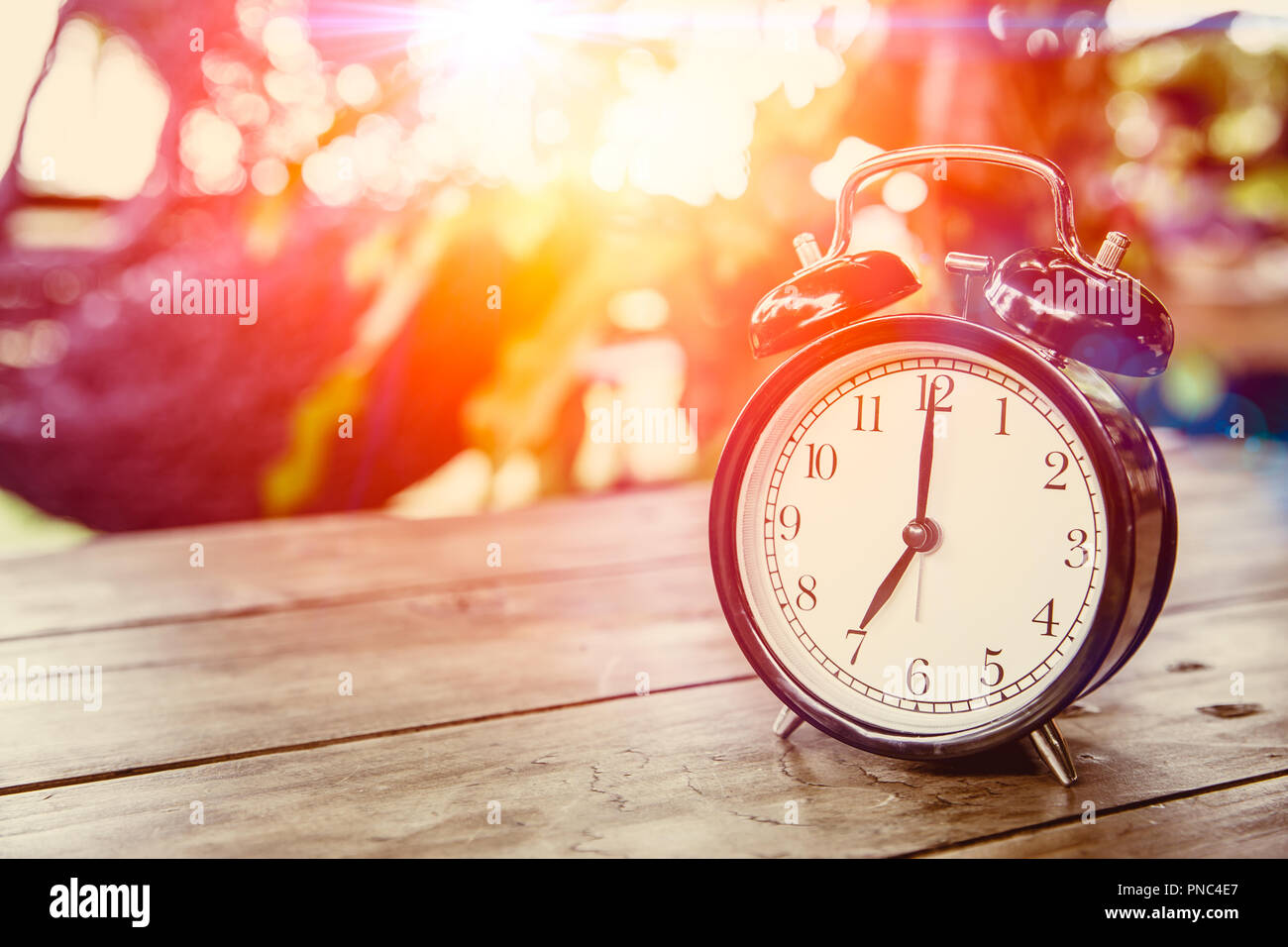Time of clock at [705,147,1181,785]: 7:00
